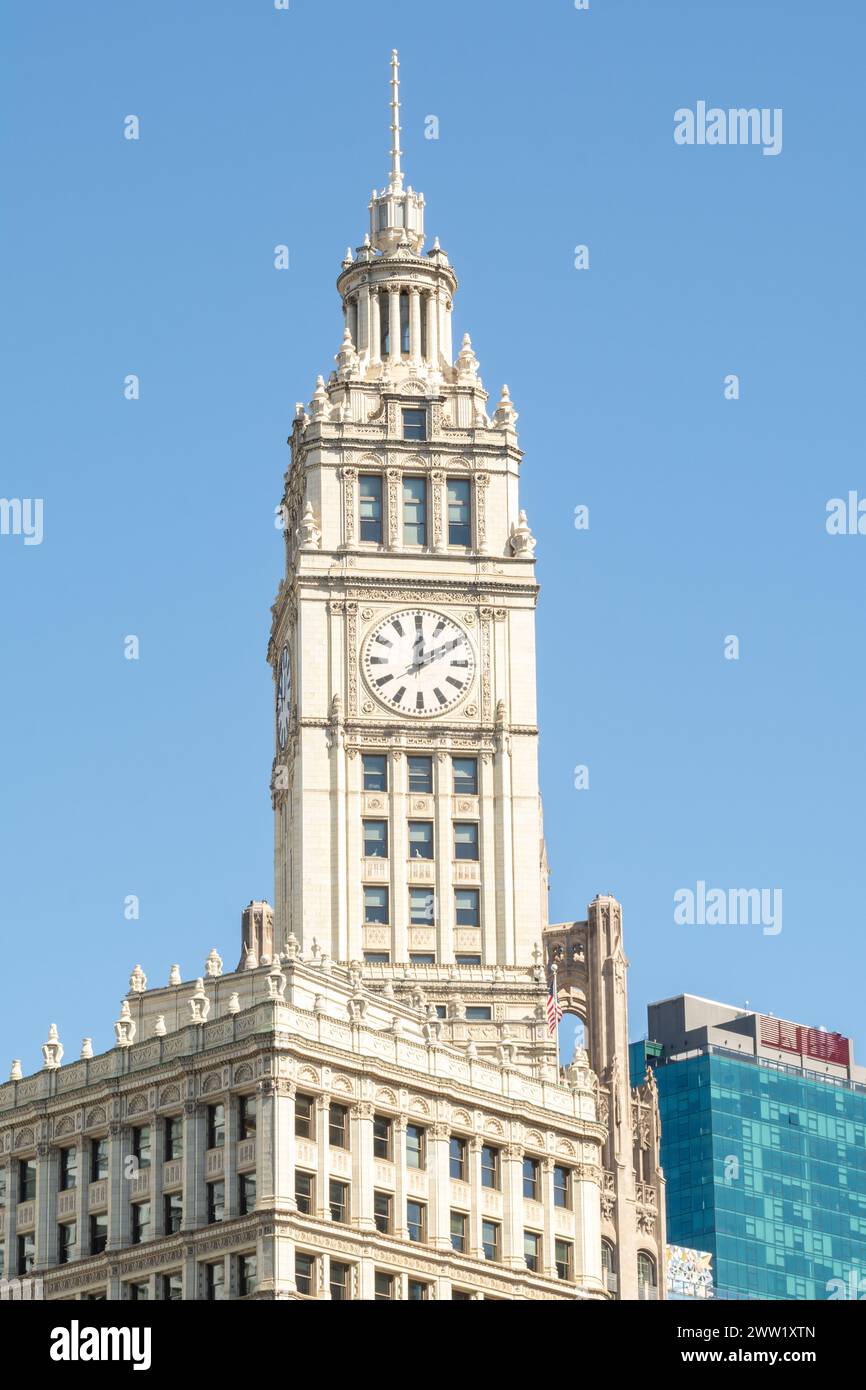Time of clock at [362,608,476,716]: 12:09
